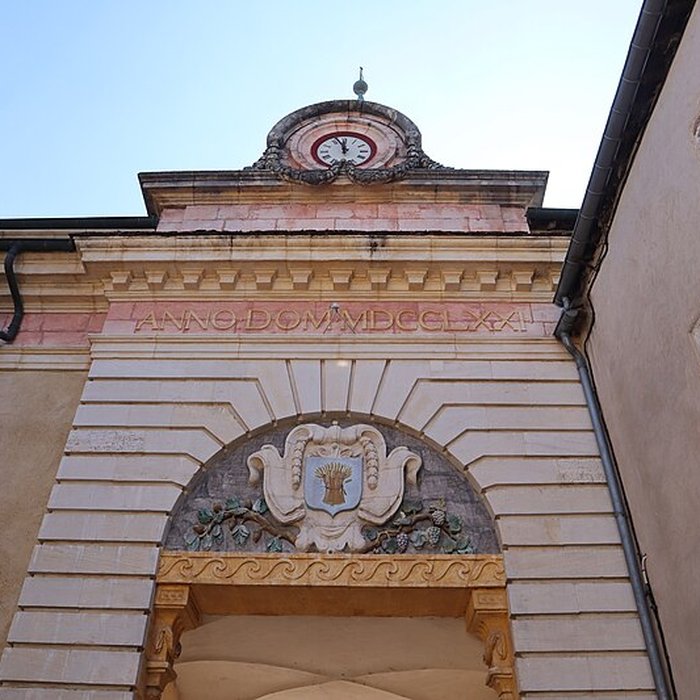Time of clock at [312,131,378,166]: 11:56
